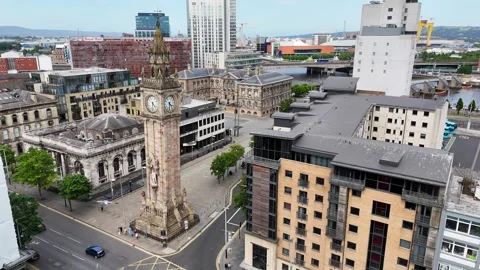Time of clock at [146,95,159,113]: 4:31
